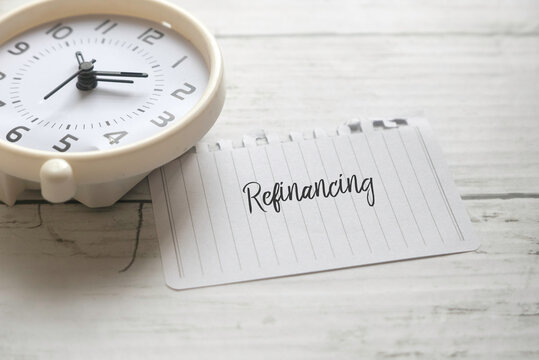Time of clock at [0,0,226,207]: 7:17
